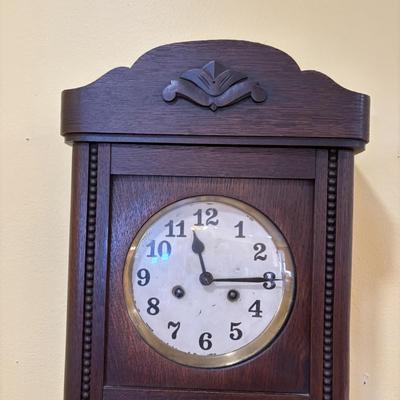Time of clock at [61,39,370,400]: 11:14
